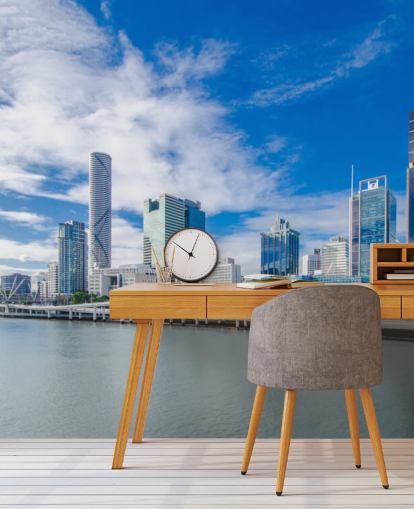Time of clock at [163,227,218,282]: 10:03
